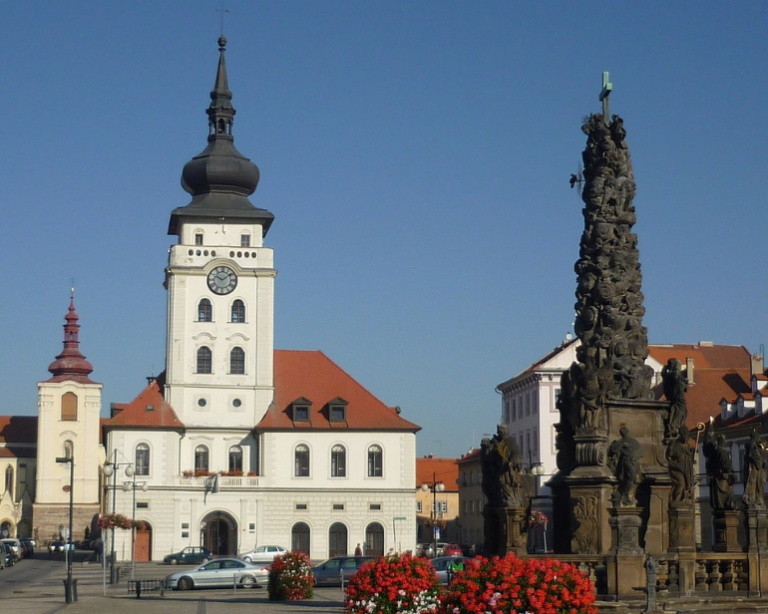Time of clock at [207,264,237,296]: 10:08
